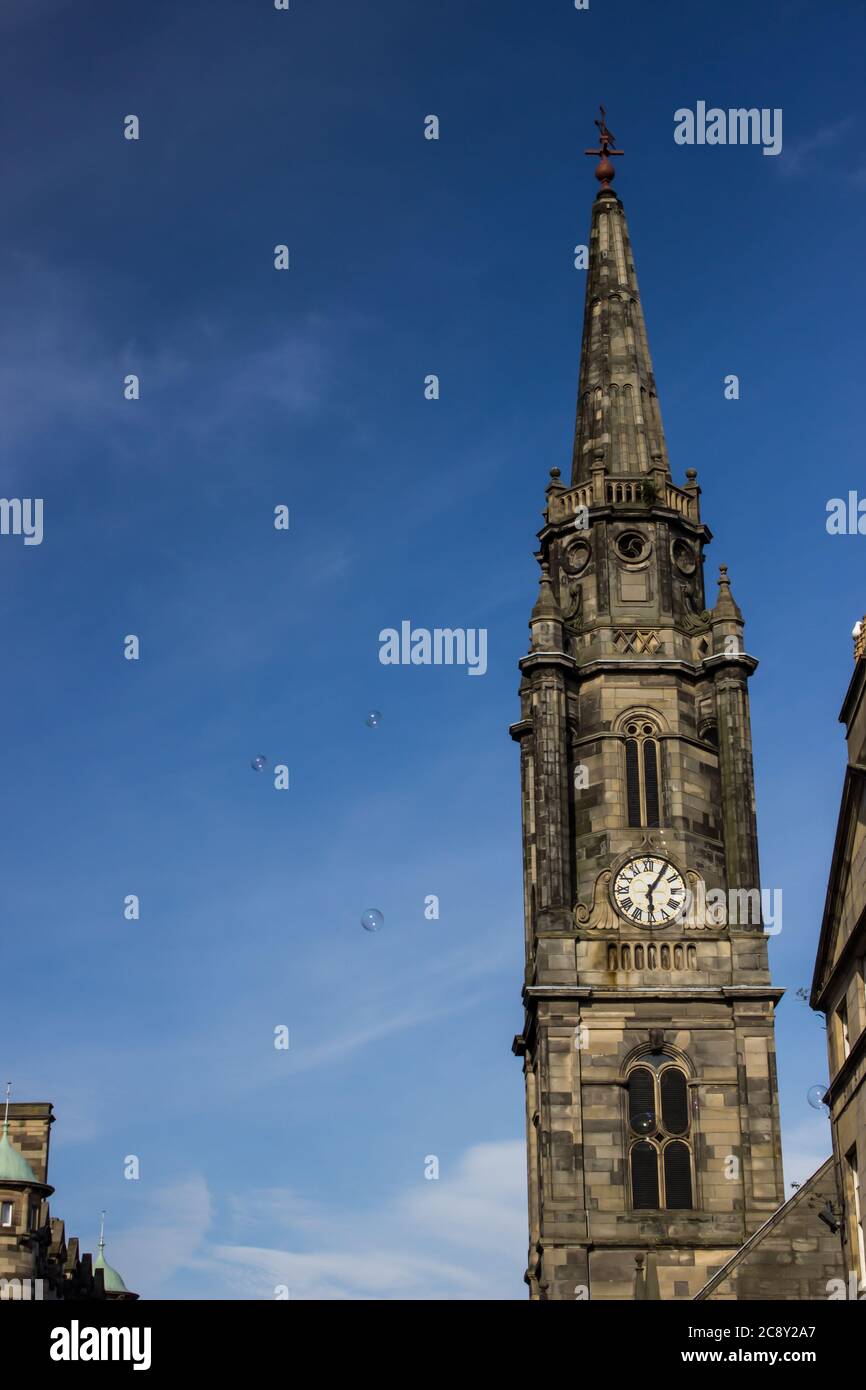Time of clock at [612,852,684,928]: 6:05
